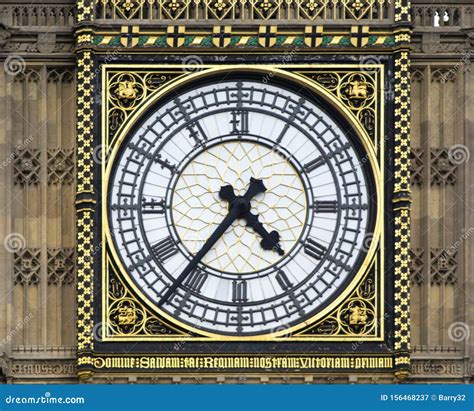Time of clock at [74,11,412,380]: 4:36
